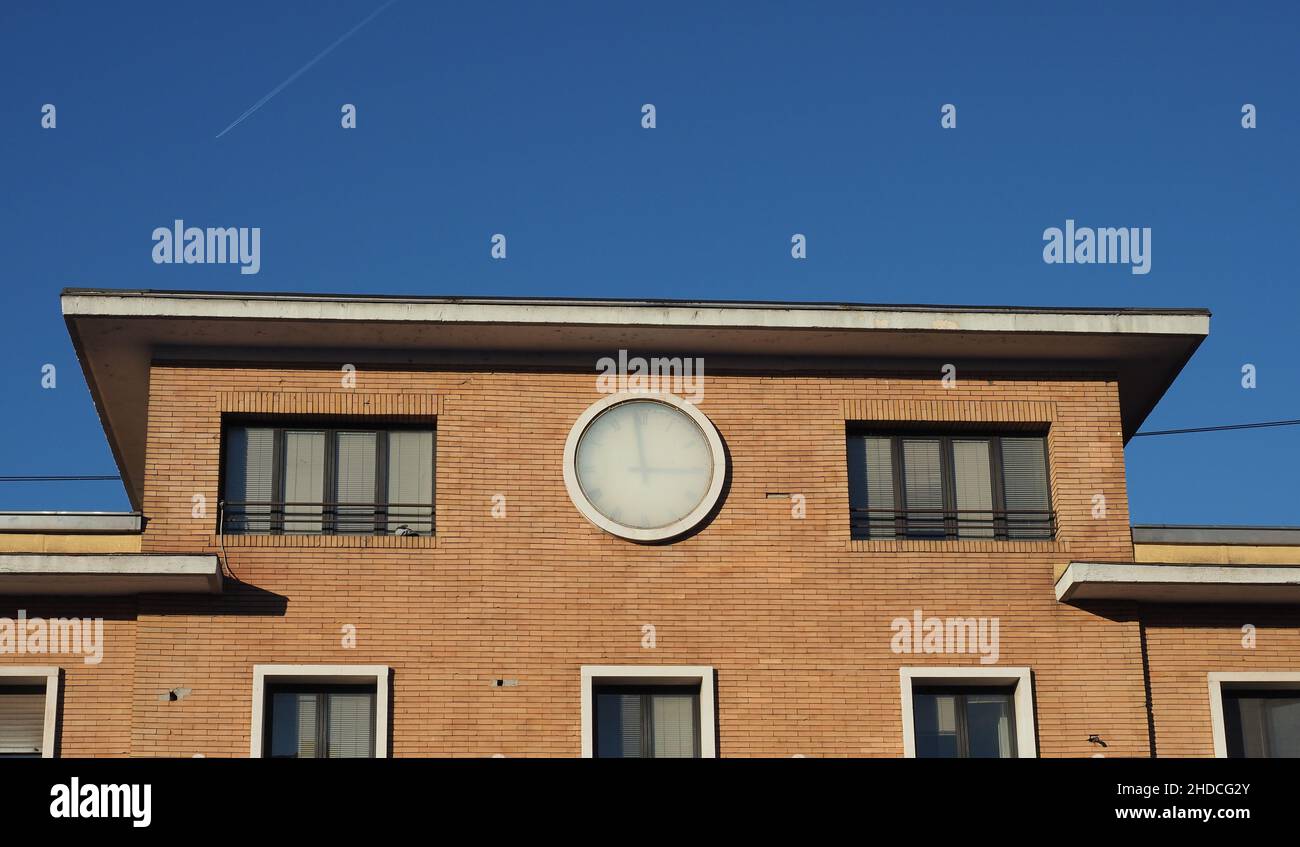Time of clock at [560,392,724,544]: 2:58
